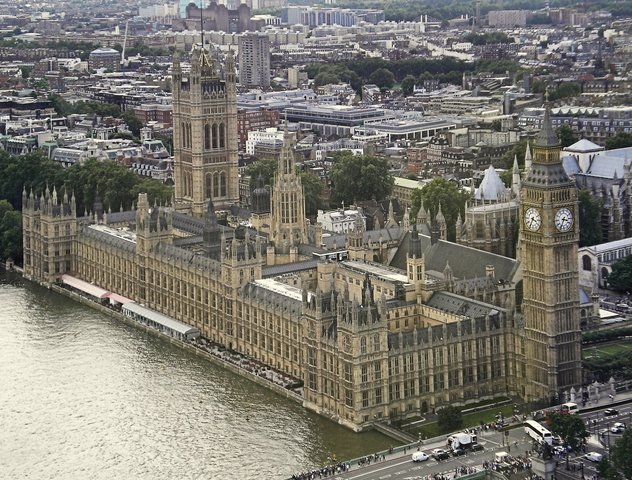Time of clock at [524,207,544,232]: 3:34
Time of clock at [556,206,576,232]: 3:34
